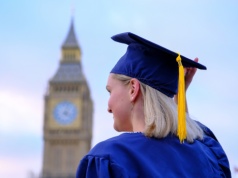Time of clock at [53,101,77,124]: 4:02
